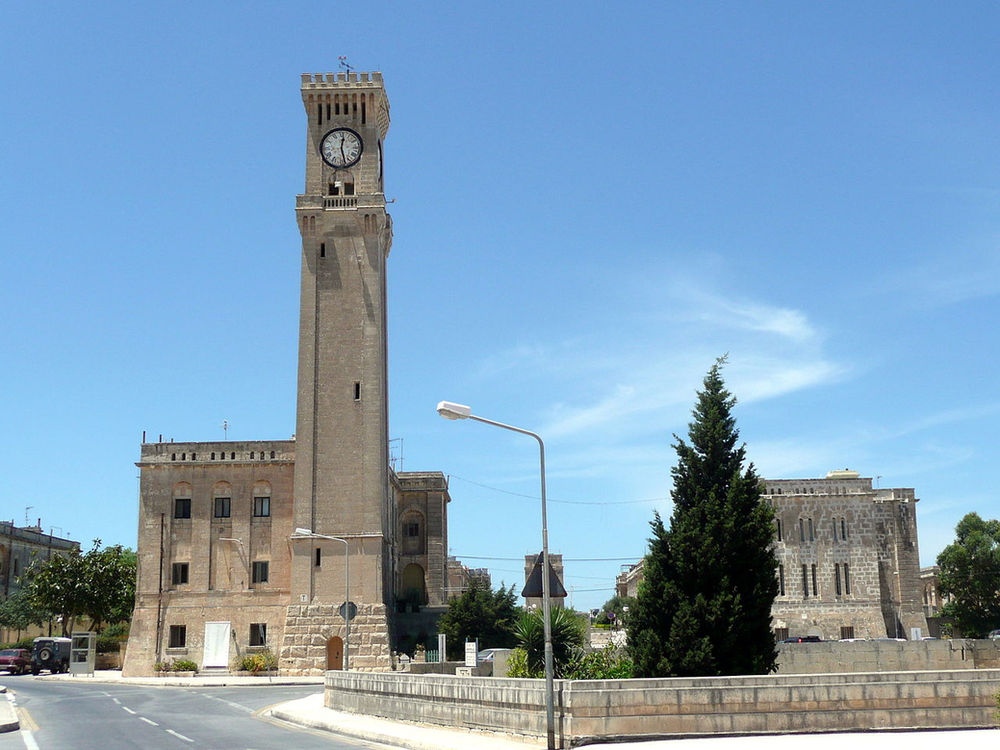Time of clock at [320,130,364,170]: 12:27
